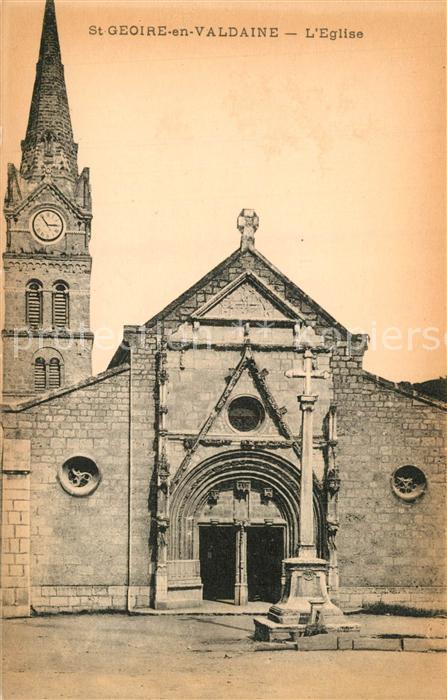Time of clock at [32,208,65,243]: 2:54
